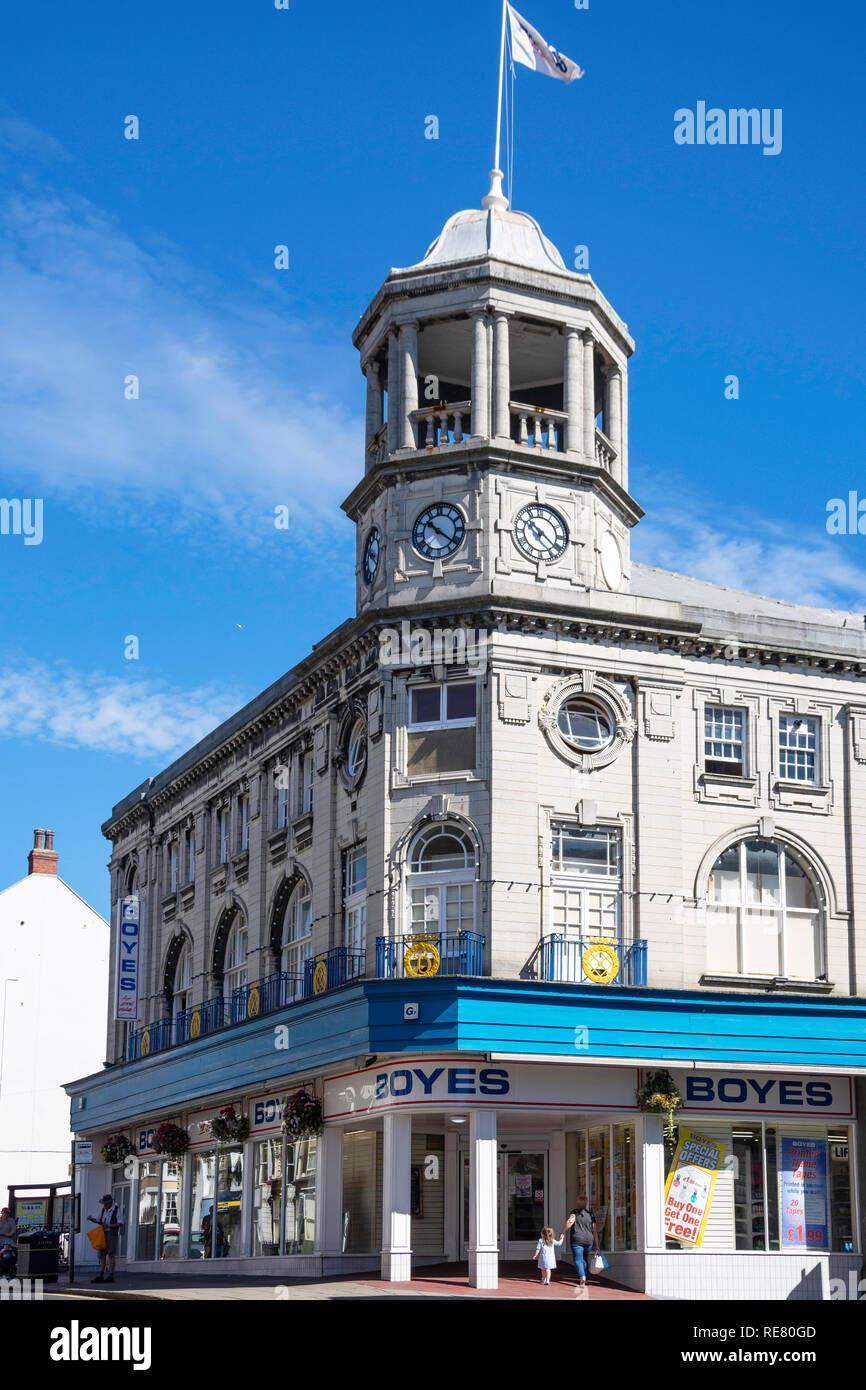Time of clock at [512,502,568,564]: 10:21
